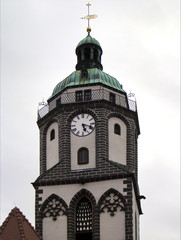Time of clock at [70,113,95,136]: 5:18
